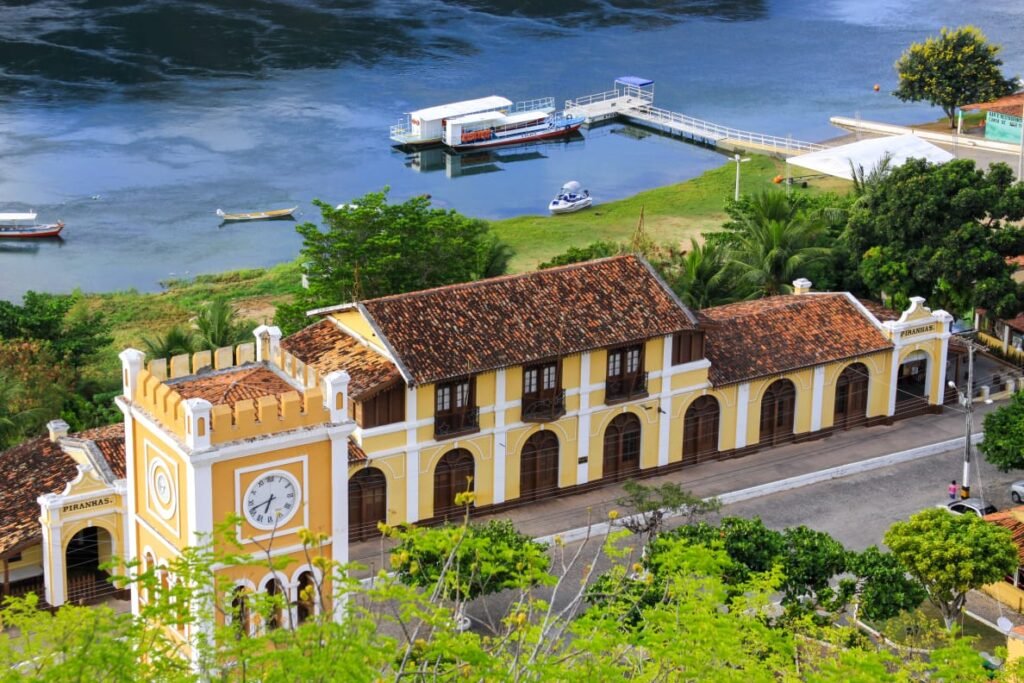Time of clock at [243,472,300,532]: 6:41
